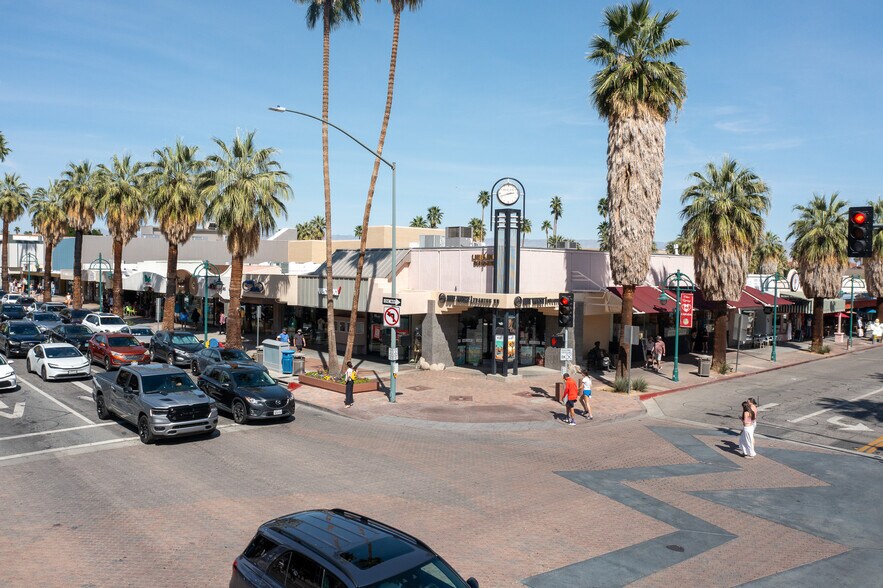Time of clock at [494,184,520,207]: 2:41
